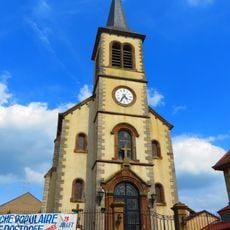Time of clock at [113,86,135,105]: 4:35
